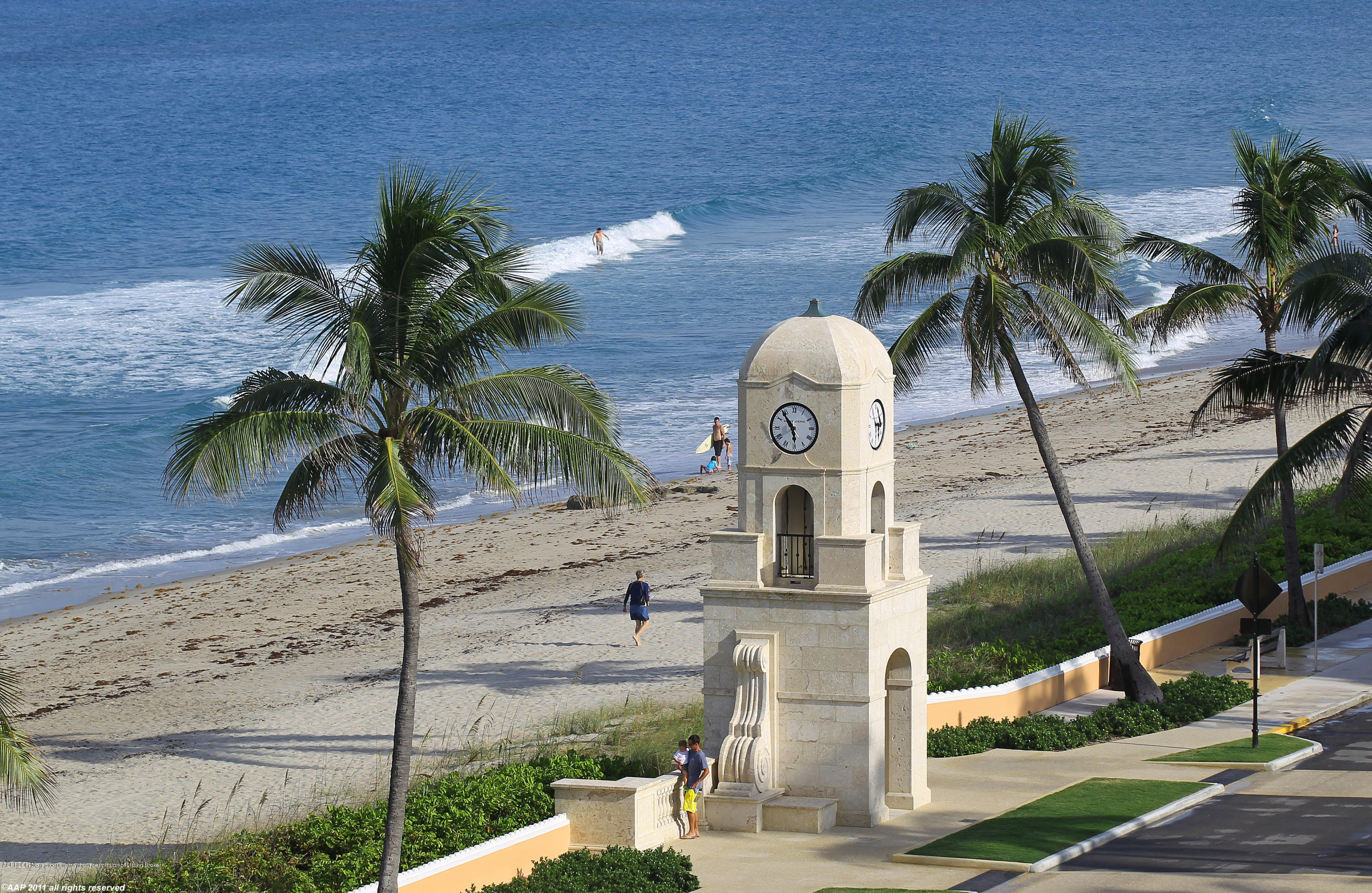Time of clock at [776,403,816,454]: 5:53
